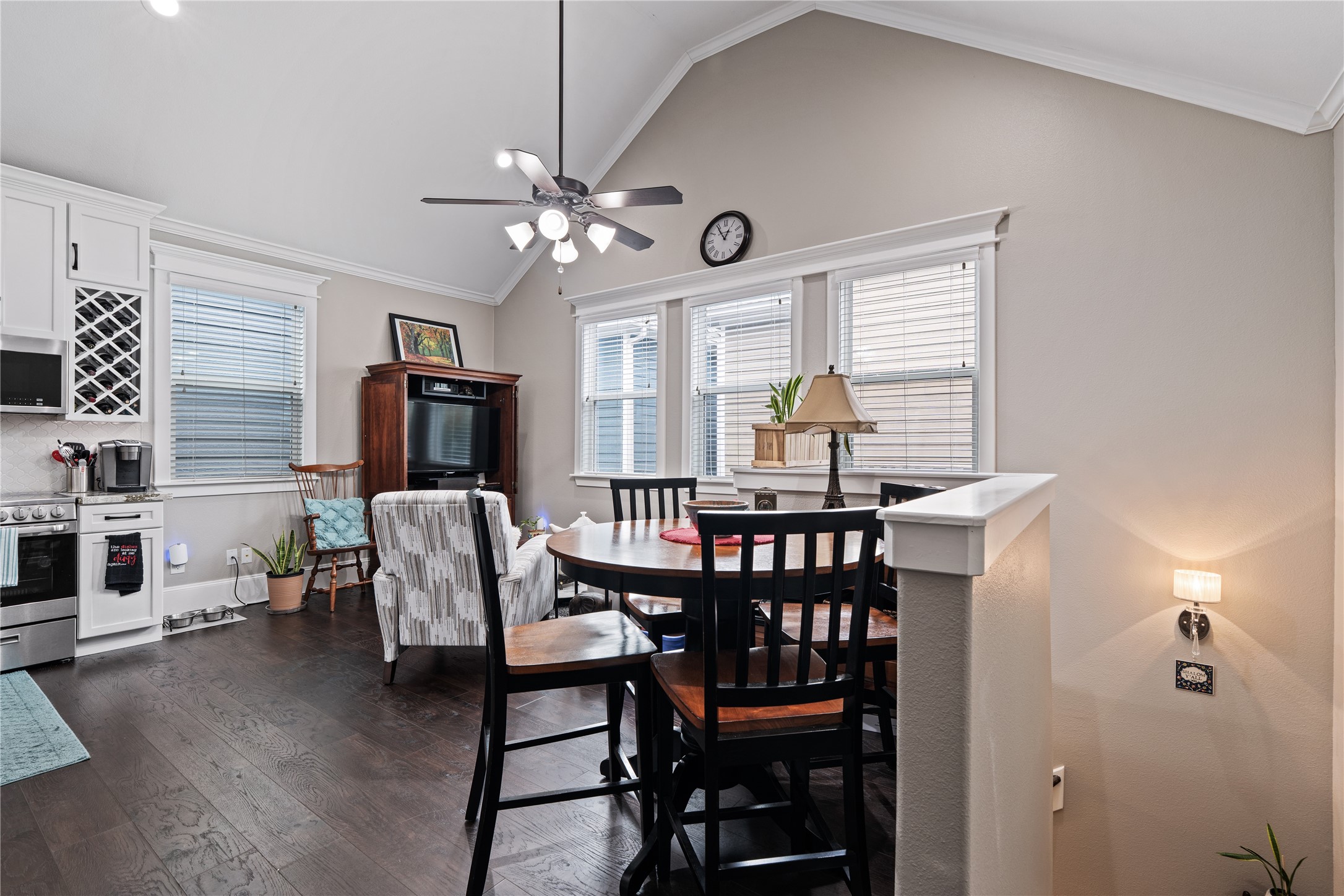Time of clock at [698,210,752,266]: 12:54
